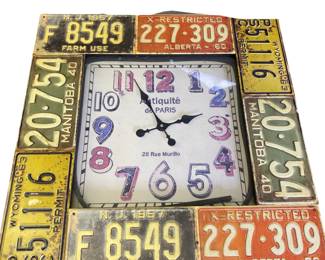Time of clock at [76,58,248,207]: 1:55
